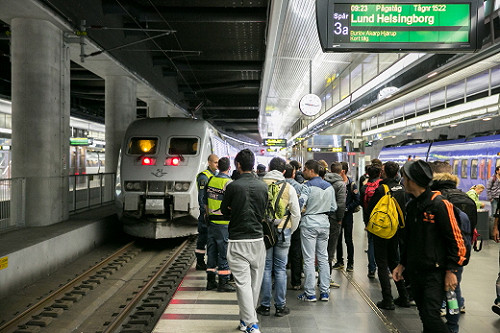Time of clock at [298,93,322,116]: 9:16
